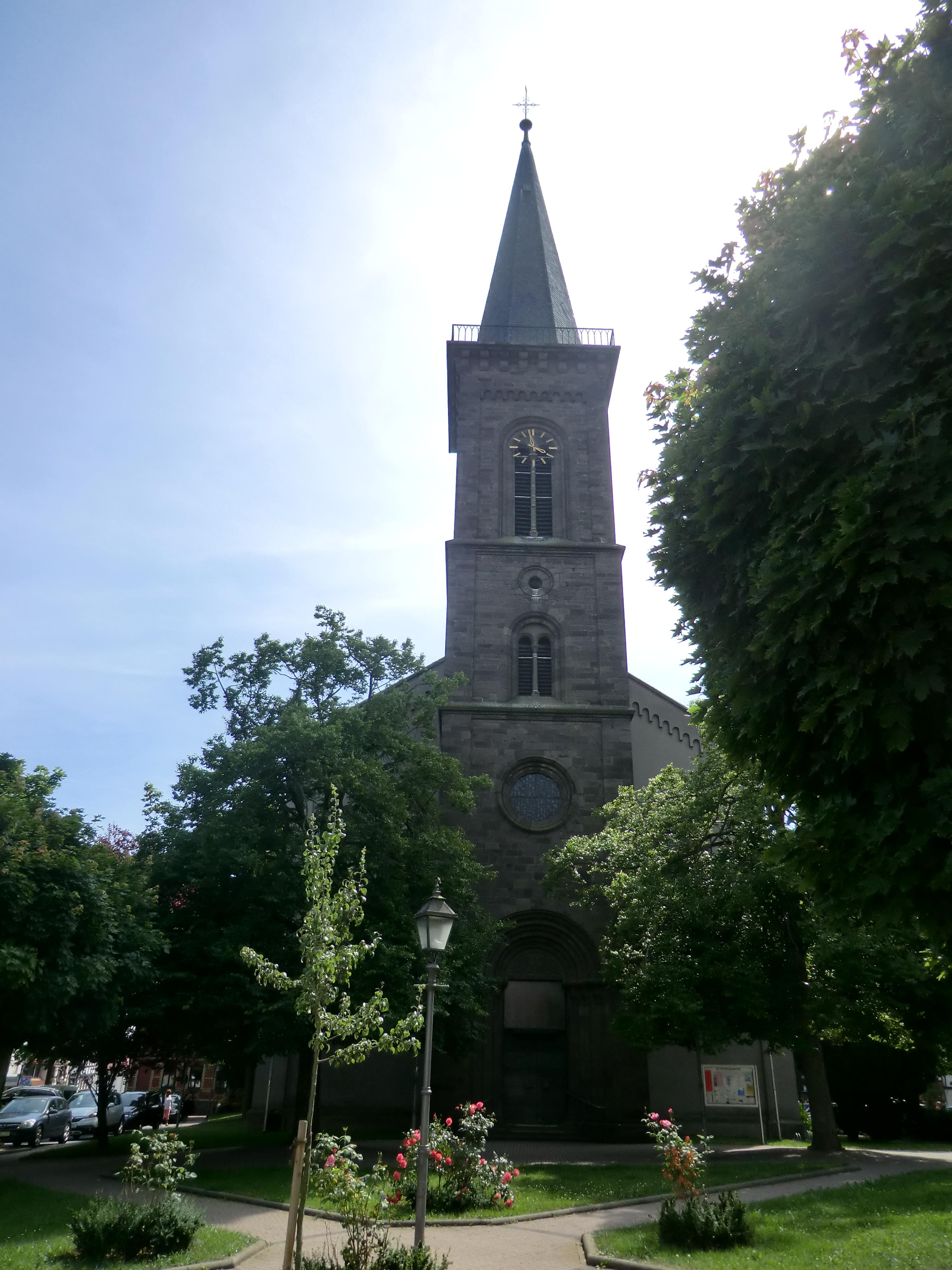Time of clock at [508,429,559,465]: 3:58
